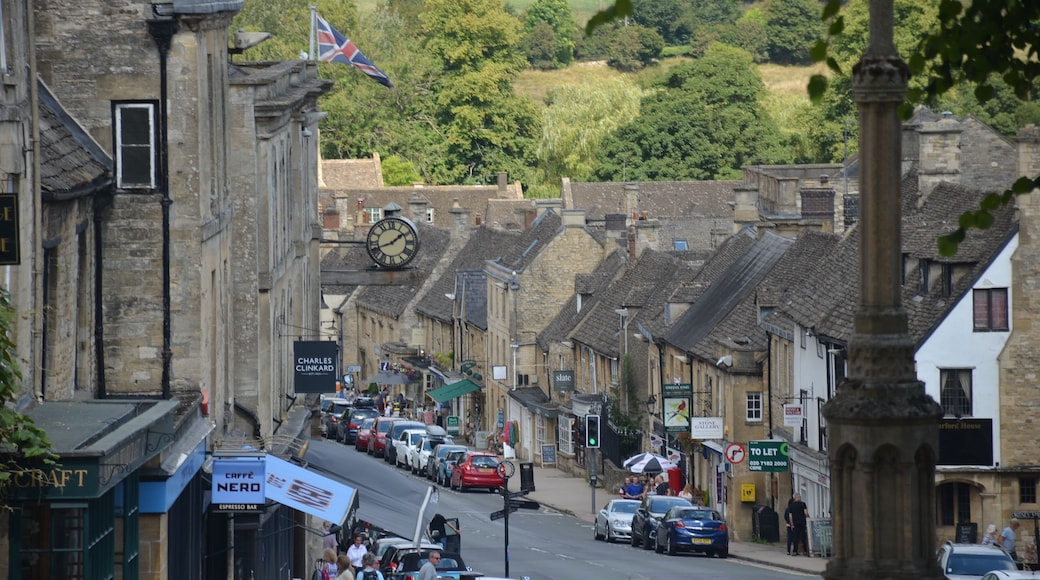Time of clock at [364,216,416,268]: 1:41
